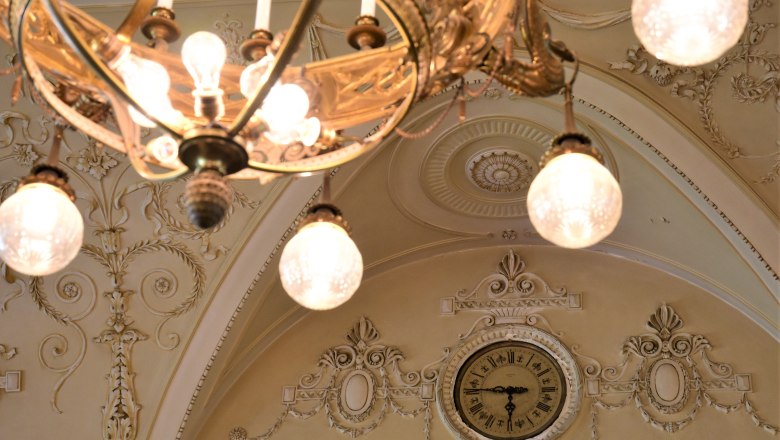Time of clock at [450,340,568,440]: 5:45
